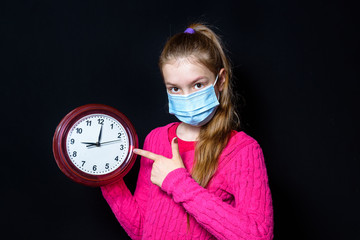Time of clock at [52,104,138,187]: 9:01
